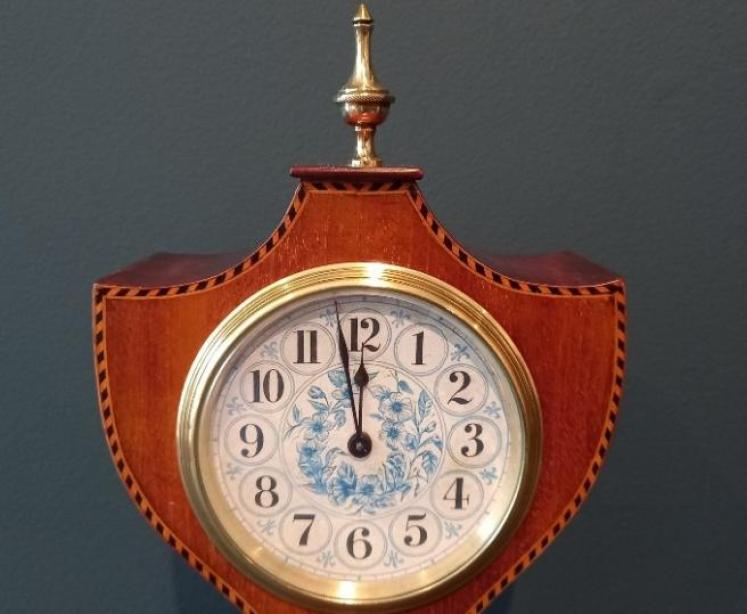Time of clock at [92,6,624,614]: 11:58
